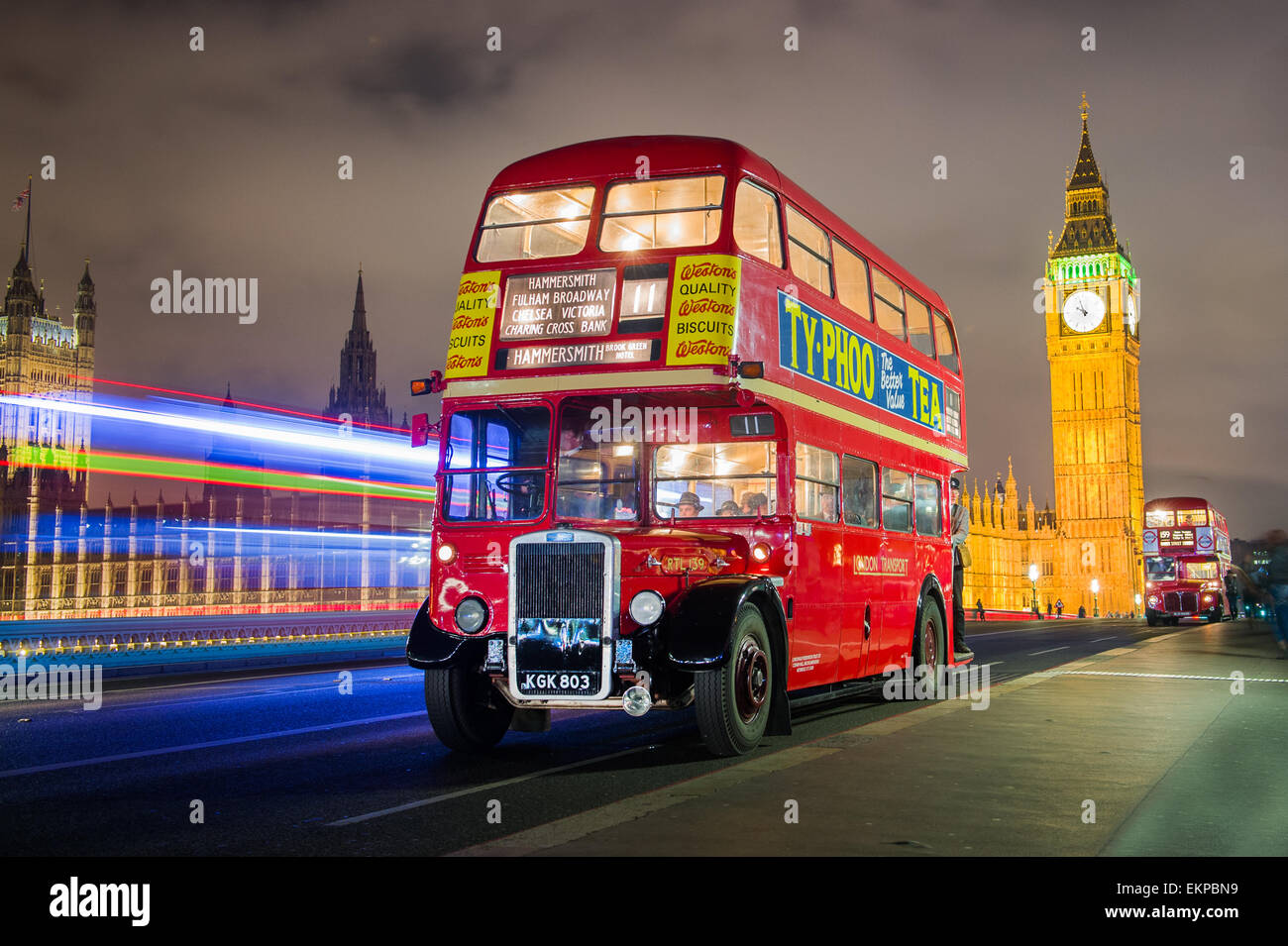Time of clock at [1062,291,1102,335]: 9:56
